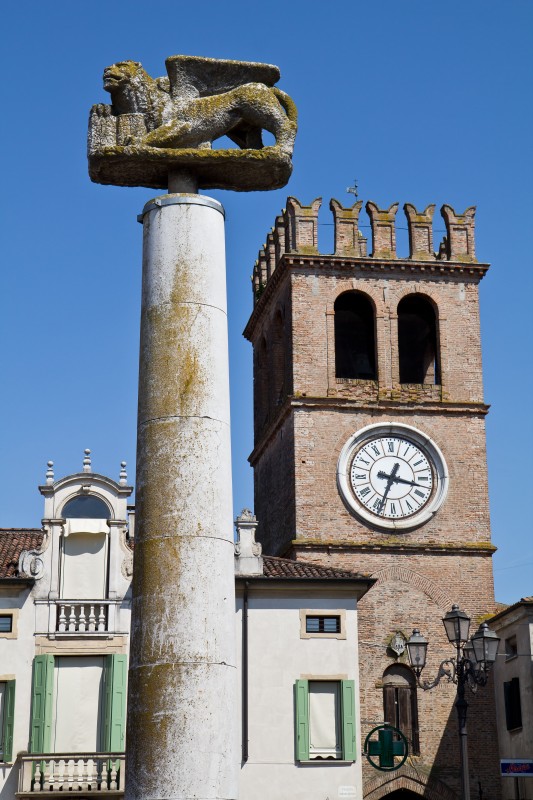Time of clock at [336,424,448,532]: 3:33
